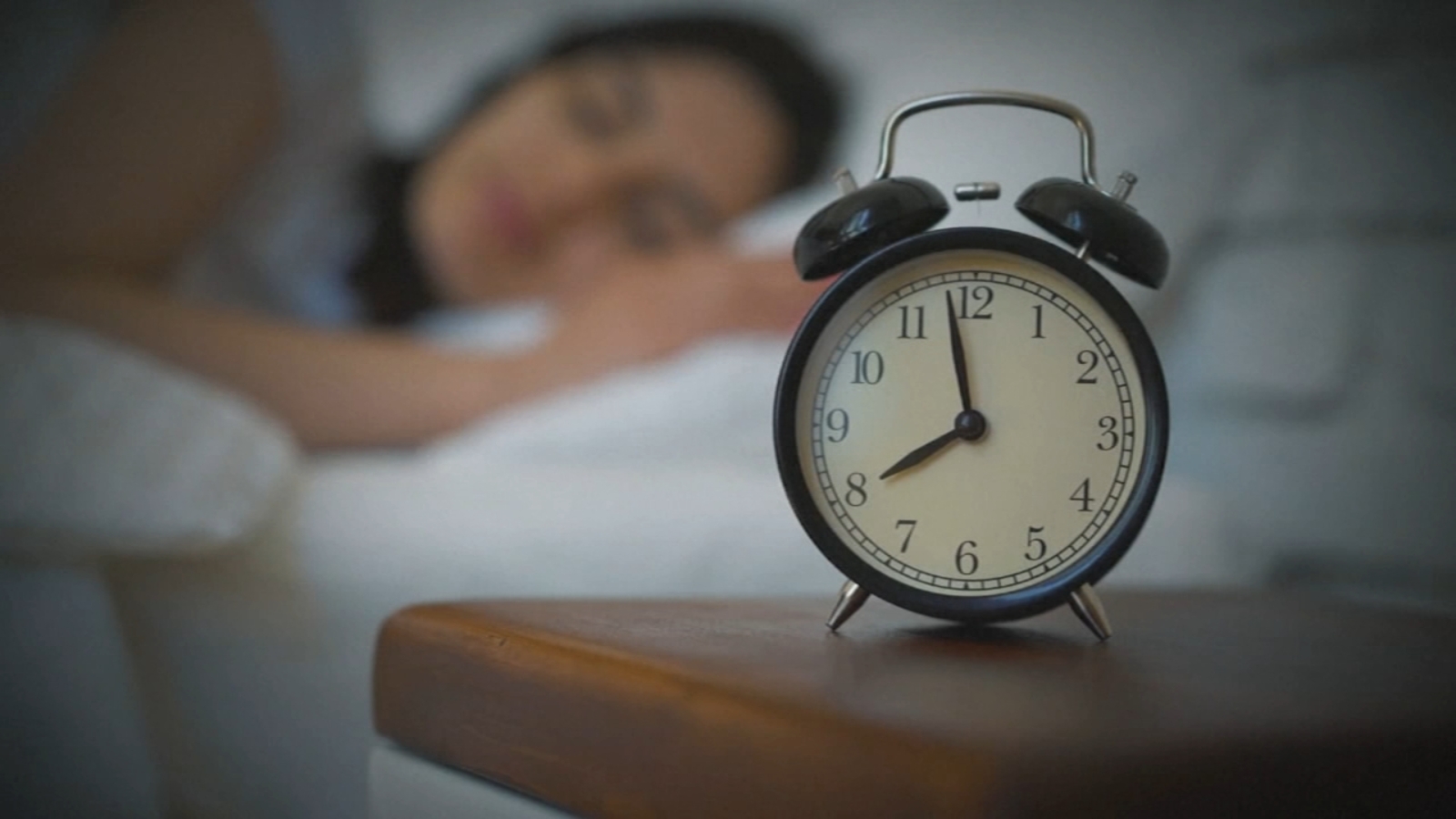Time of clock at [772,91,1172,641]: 7:58
